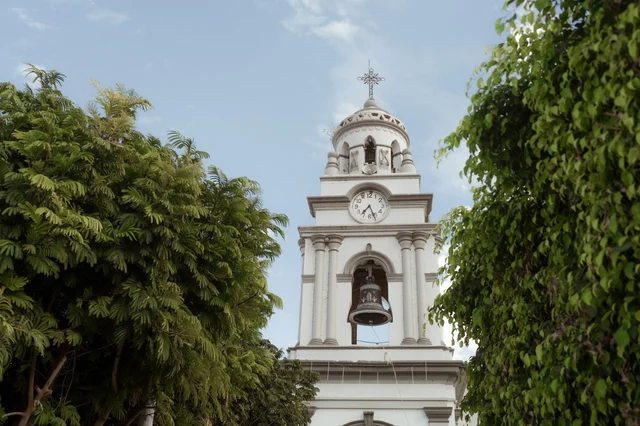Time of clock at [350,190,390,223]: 7:26
